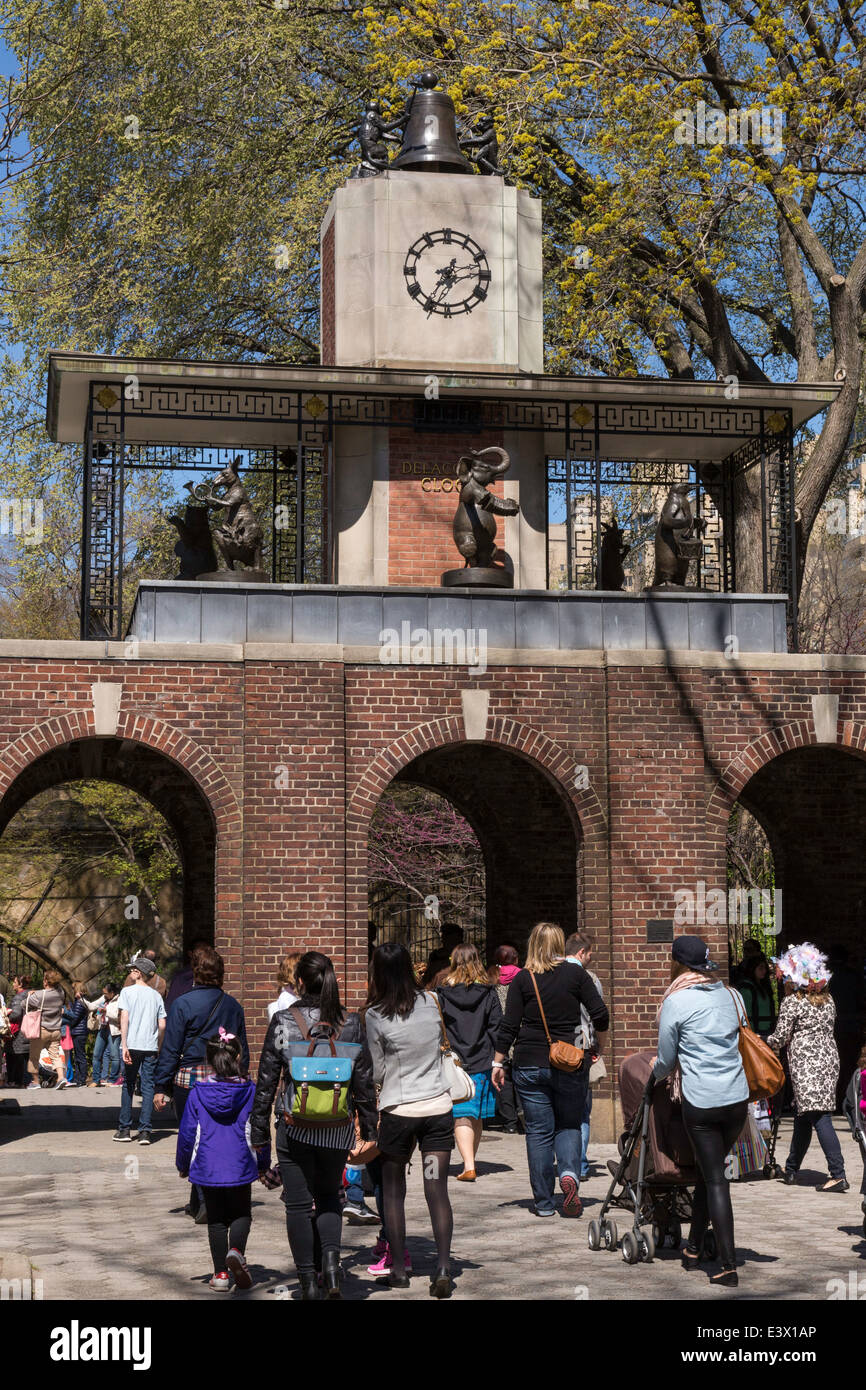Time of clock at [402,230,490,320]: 2:35
